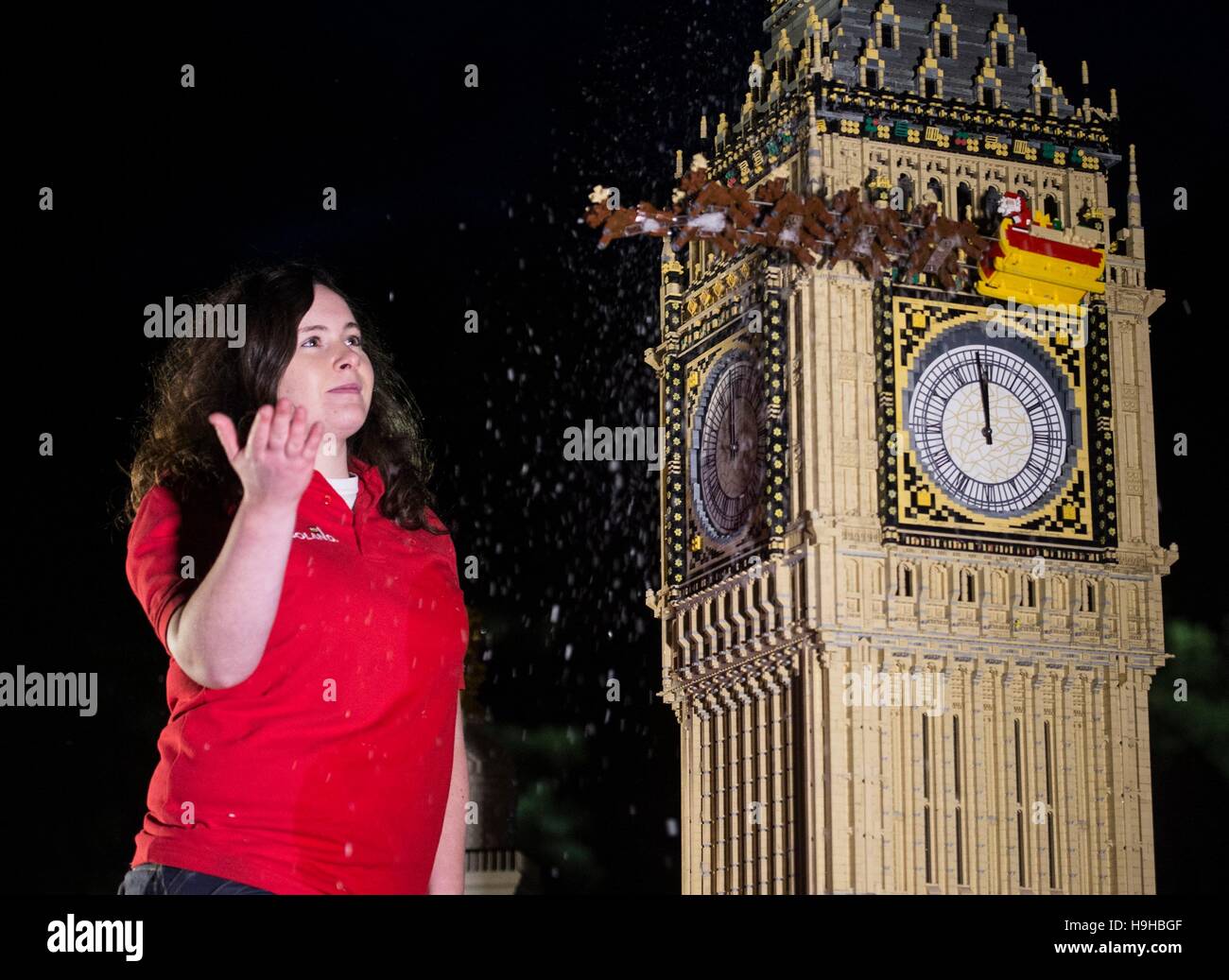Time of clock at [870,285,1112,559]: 11:58
